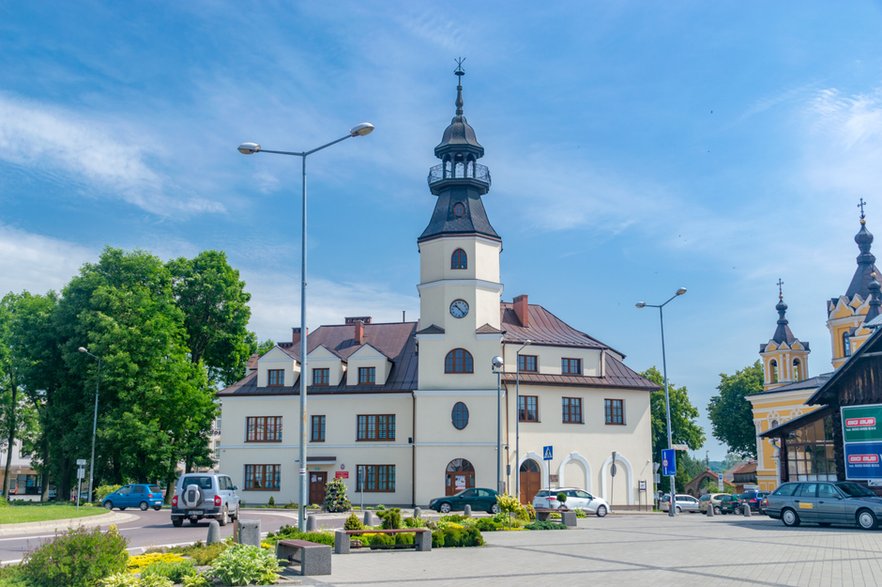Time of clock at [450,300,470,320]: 10:22
